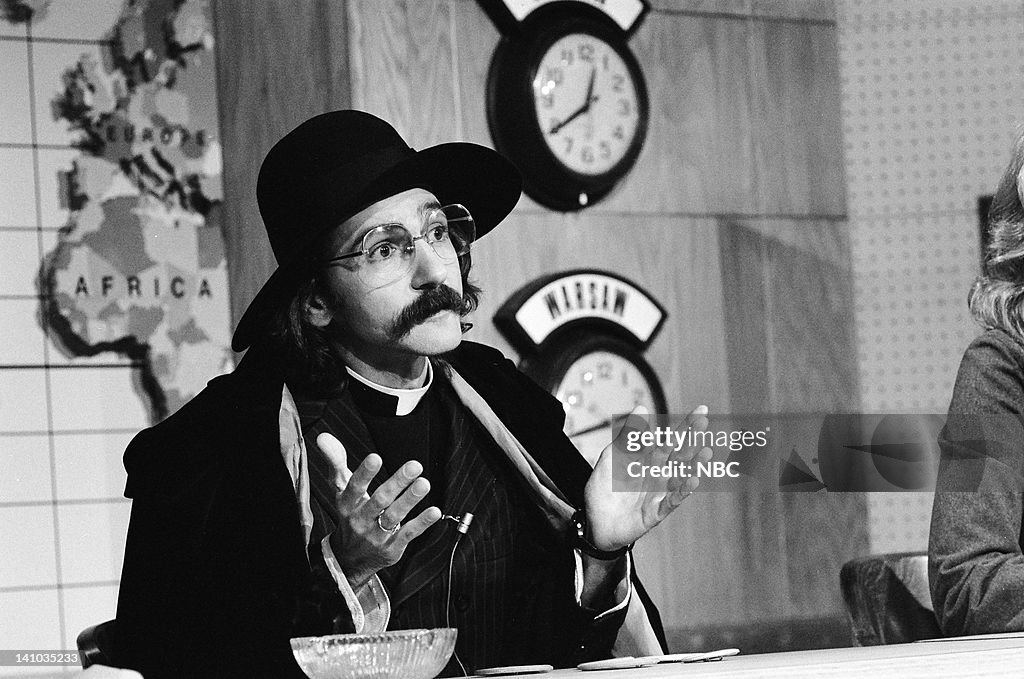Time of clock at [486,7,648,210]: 12:39
